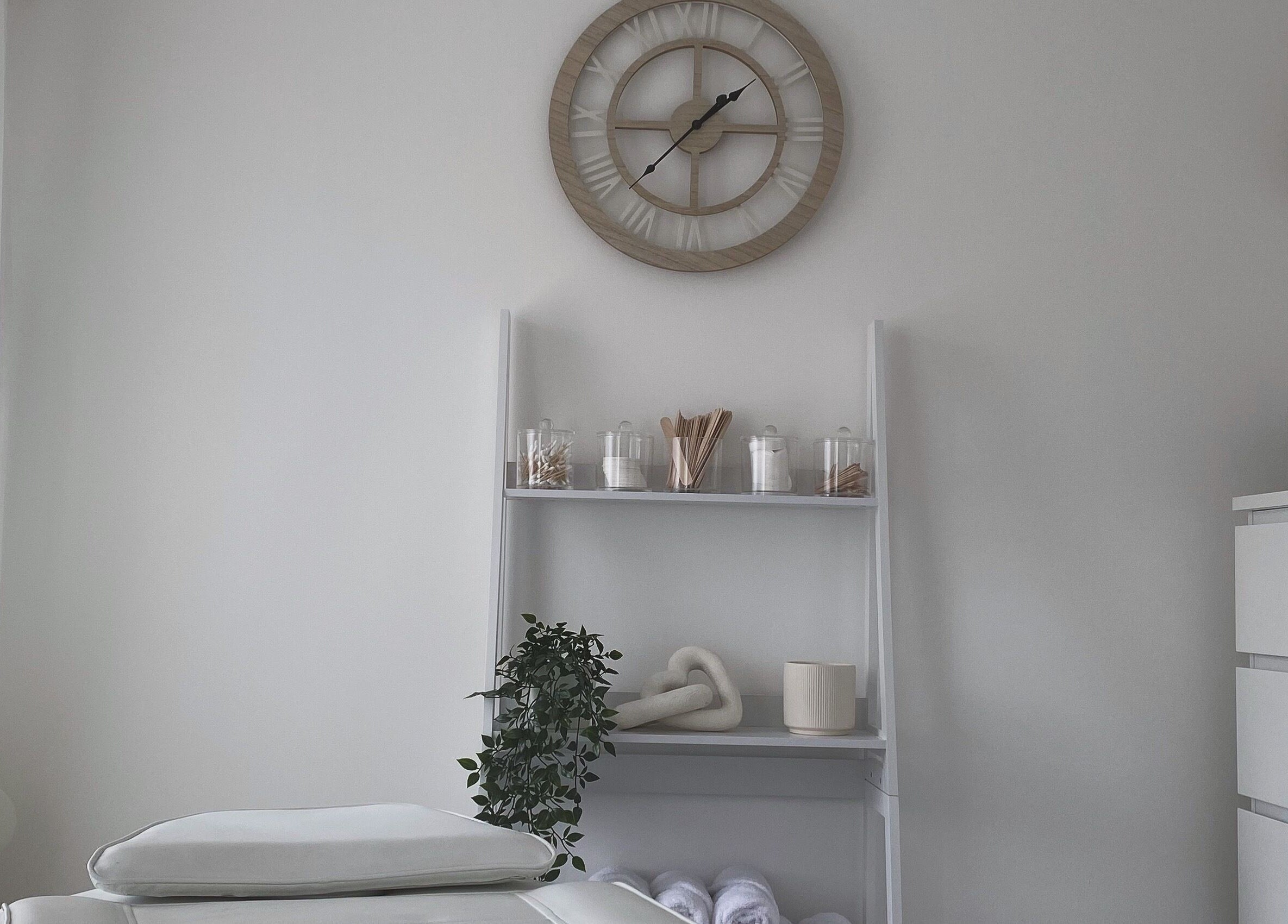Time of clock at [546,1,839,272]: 1:37
